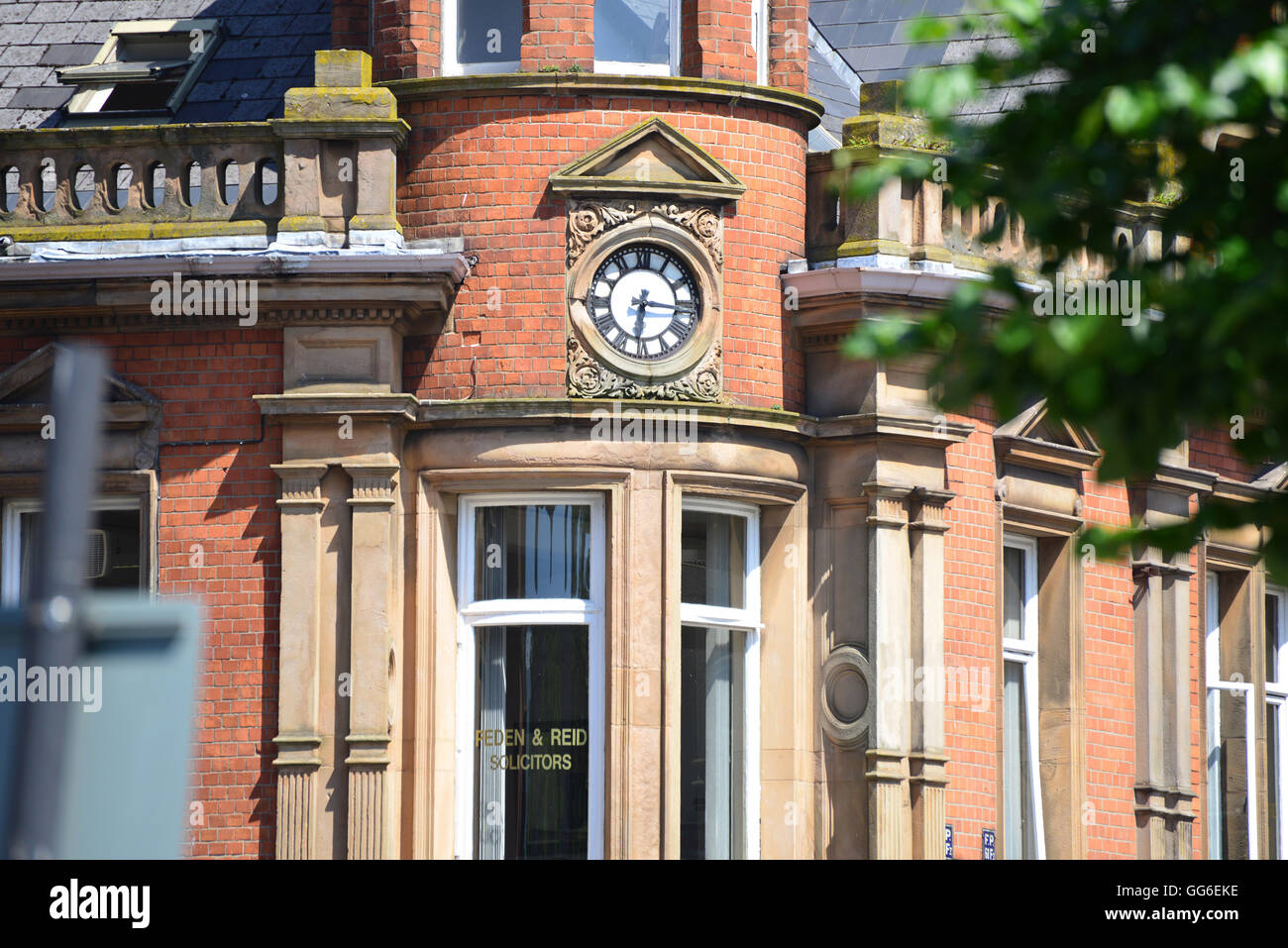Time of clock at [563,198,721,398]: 6:15
